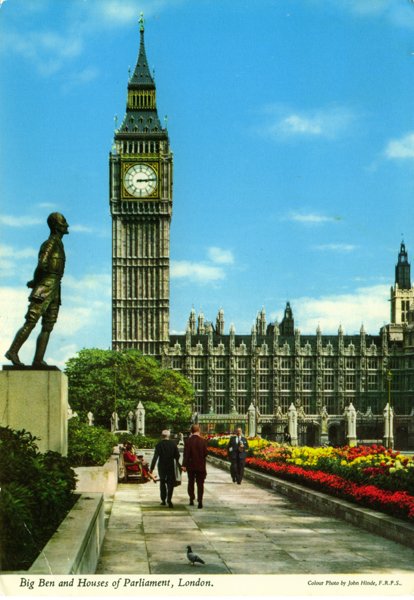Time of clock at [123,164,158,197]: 3:13
